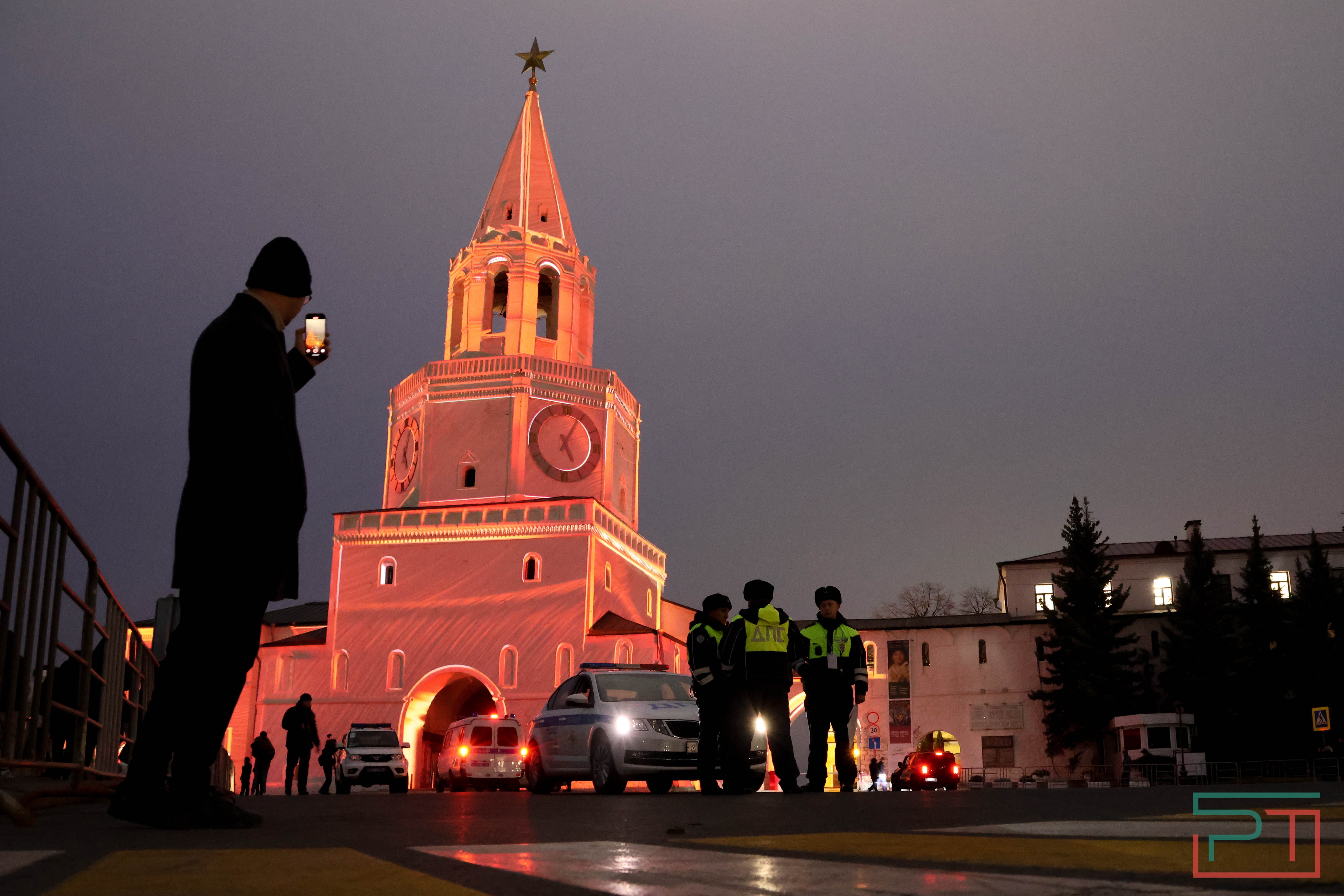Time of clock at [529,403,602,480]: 5:04
